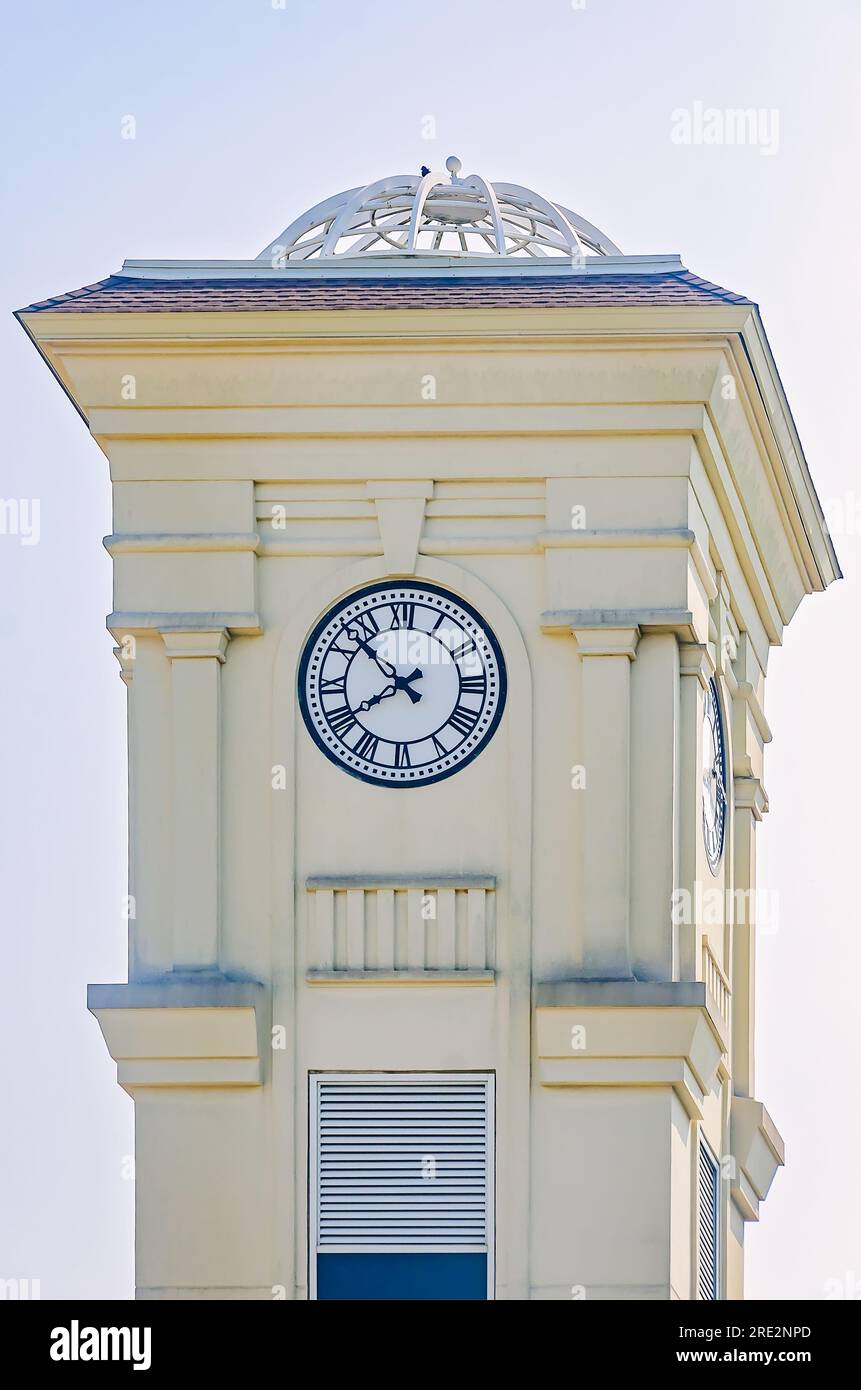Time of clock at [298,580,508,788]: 7:52
